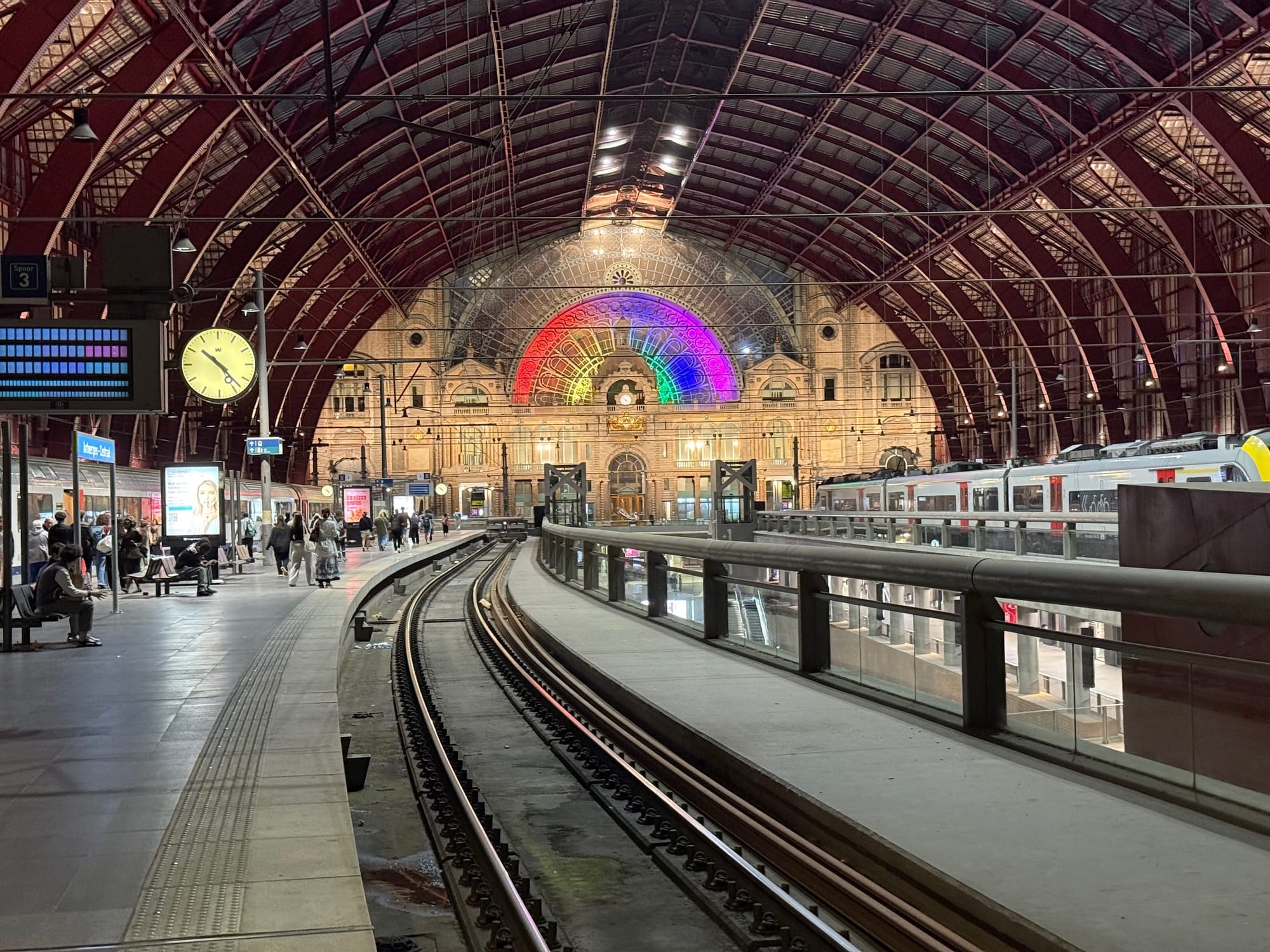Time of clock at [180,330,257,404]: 10:22
